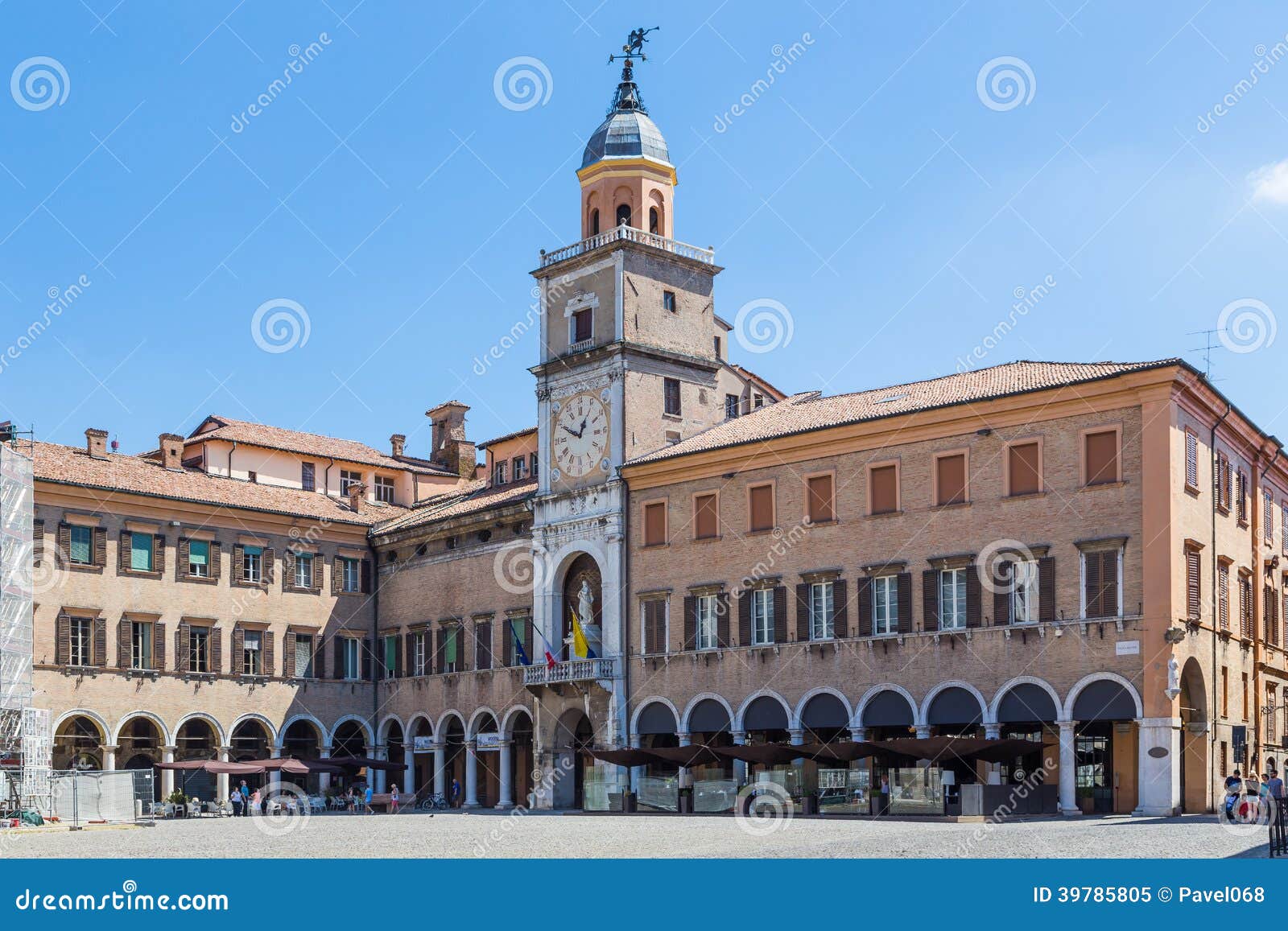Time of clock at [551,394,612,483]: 12:49
